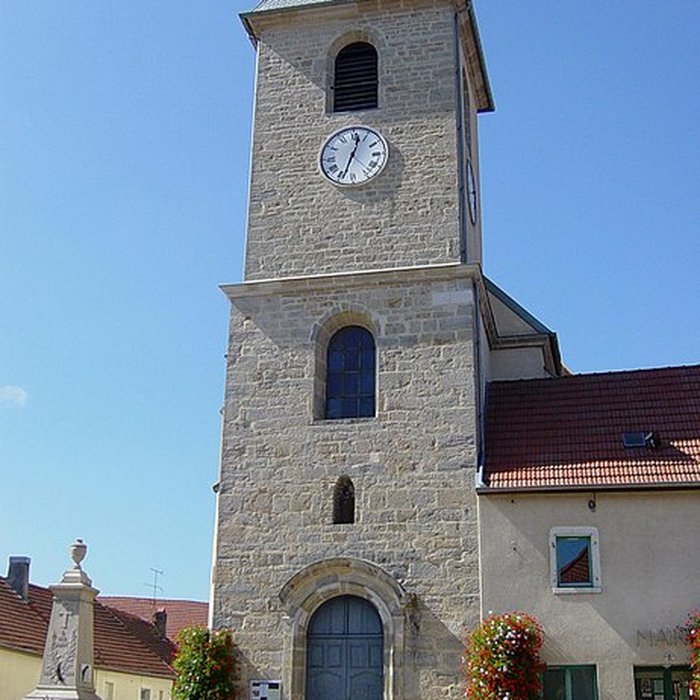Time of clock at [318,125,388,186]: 12:33
